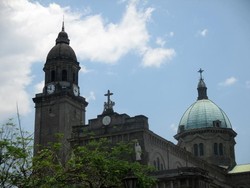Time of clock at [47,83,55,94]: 11:46
